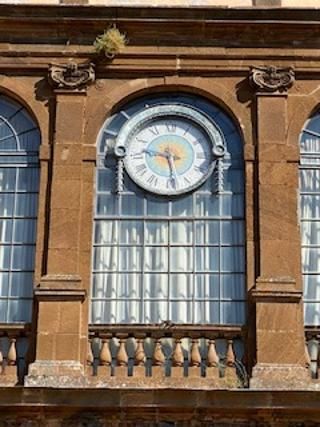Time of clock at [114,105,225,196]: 9:28
